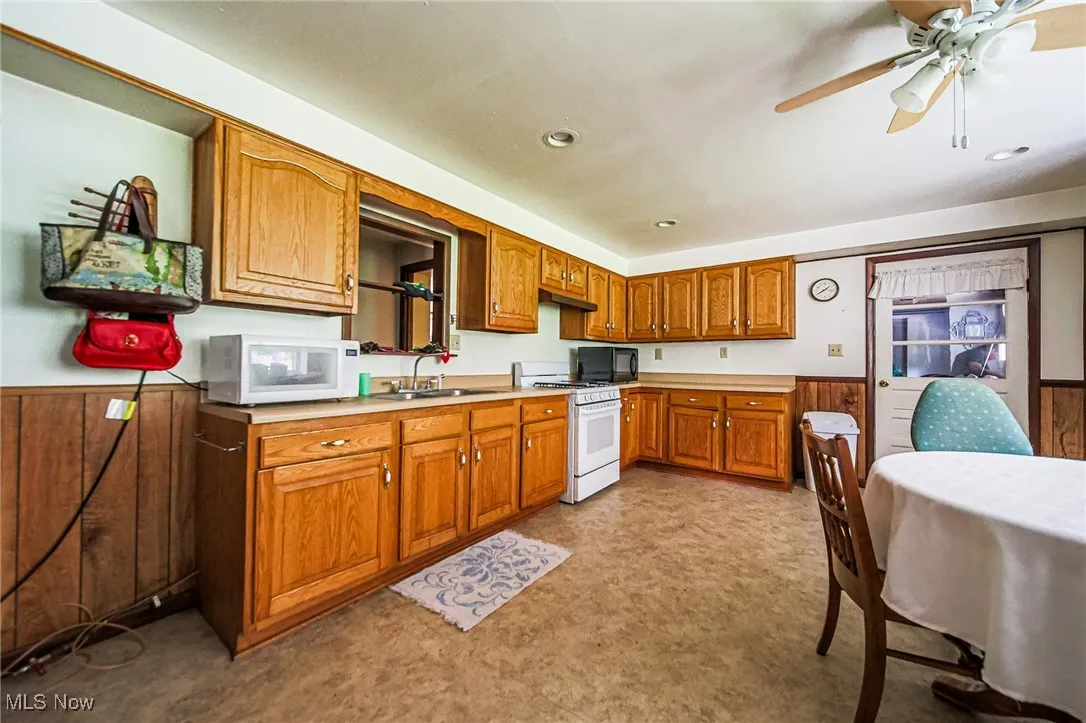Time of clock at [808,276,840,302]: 1:39
